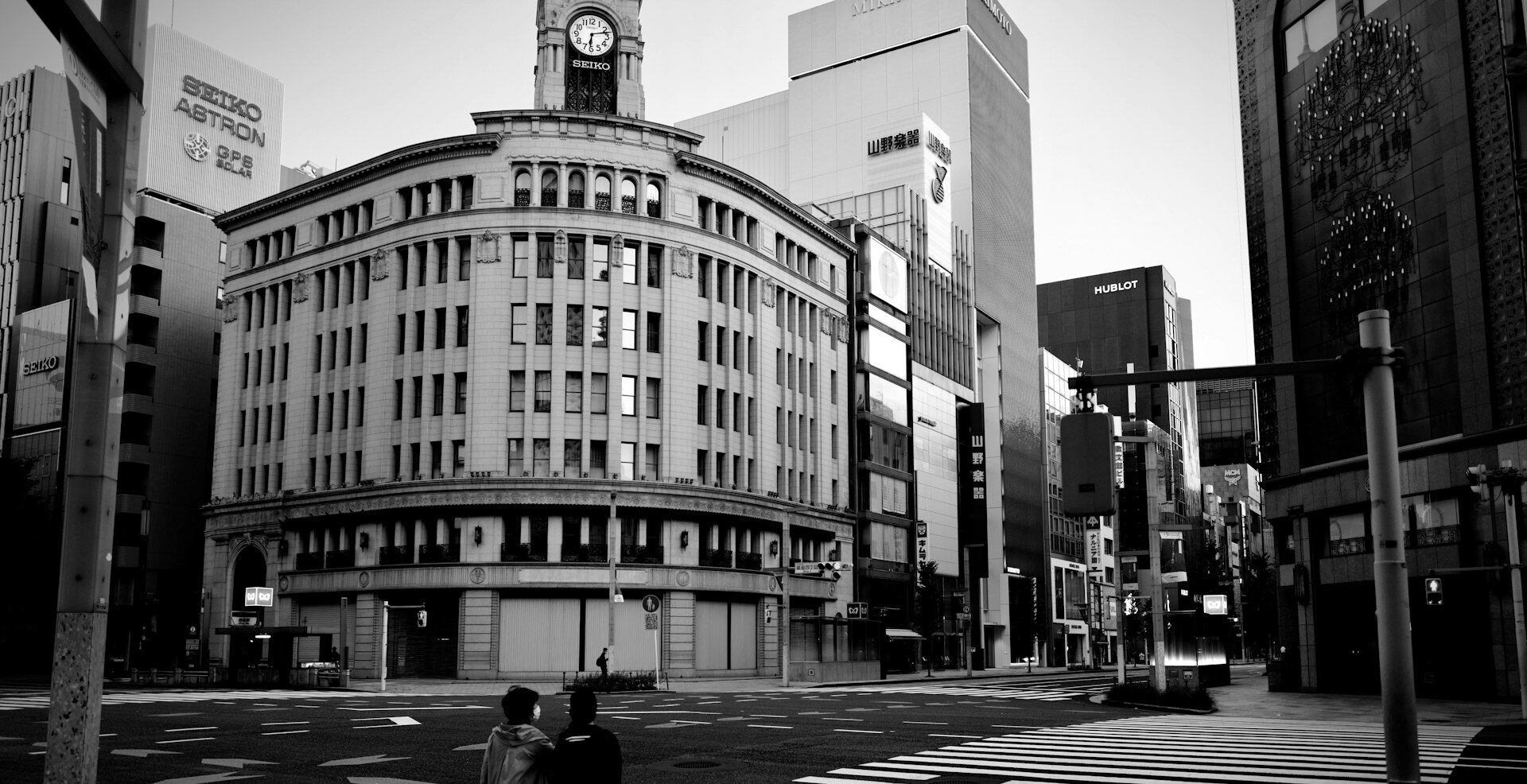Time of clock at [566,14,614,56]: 6:12
